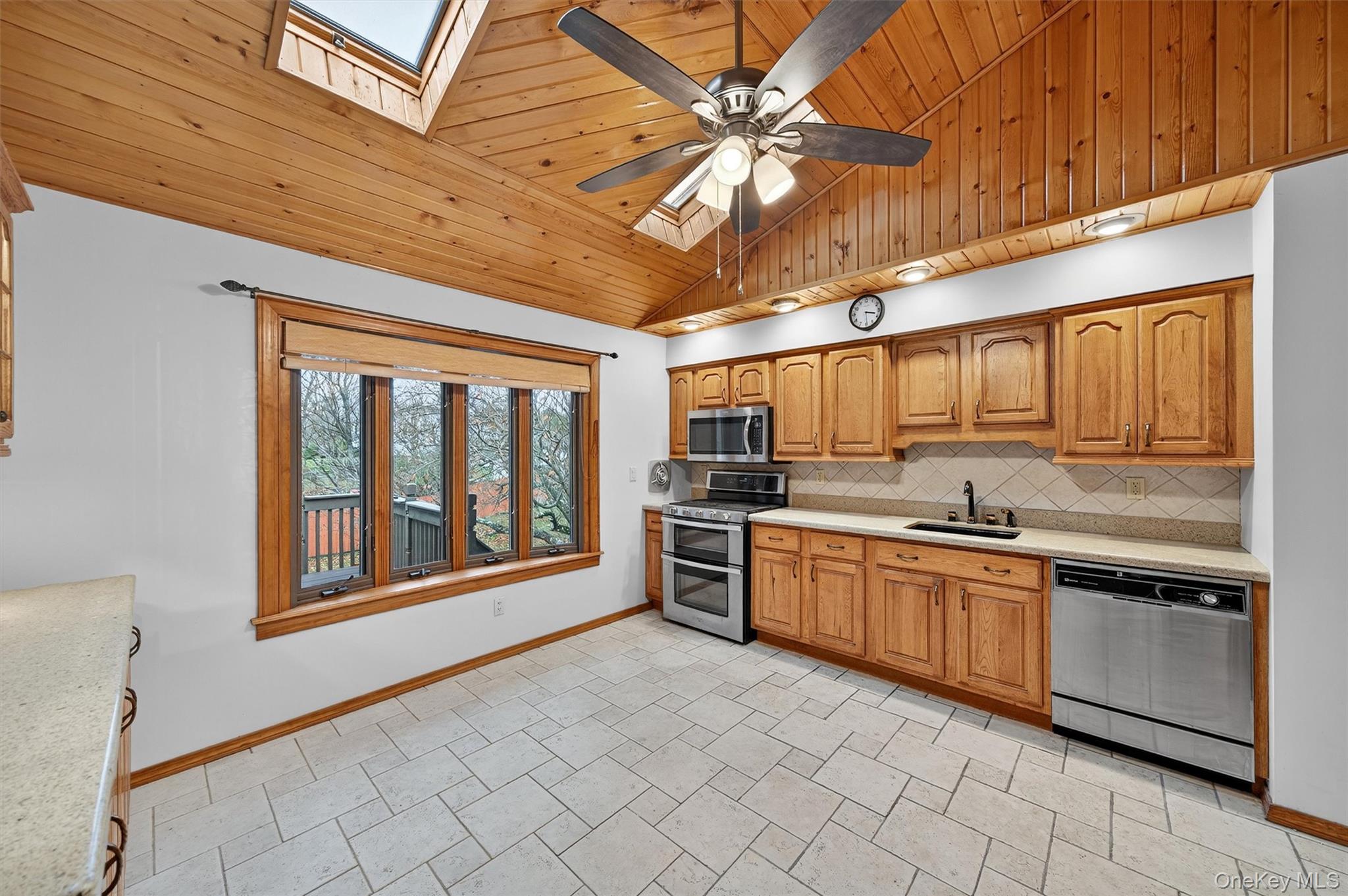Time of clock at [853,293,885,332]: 3:29
